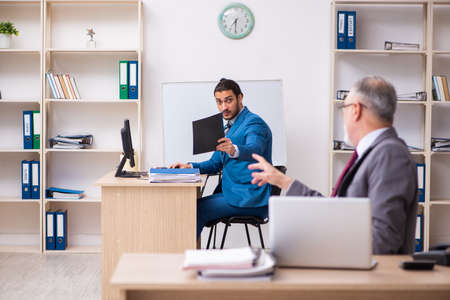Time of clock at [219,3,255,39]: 7:30
